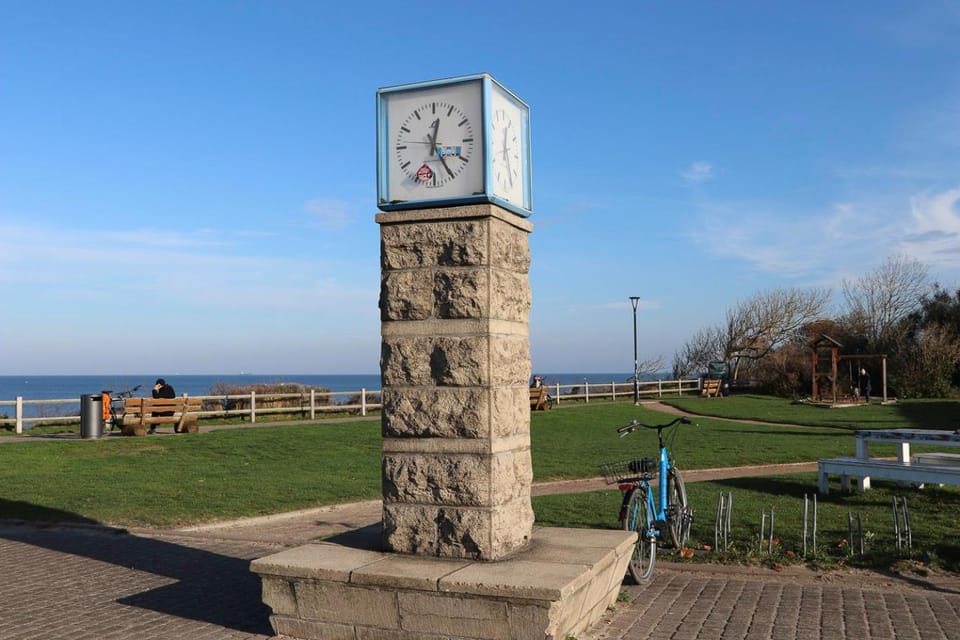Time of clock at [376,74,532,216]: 12:24
